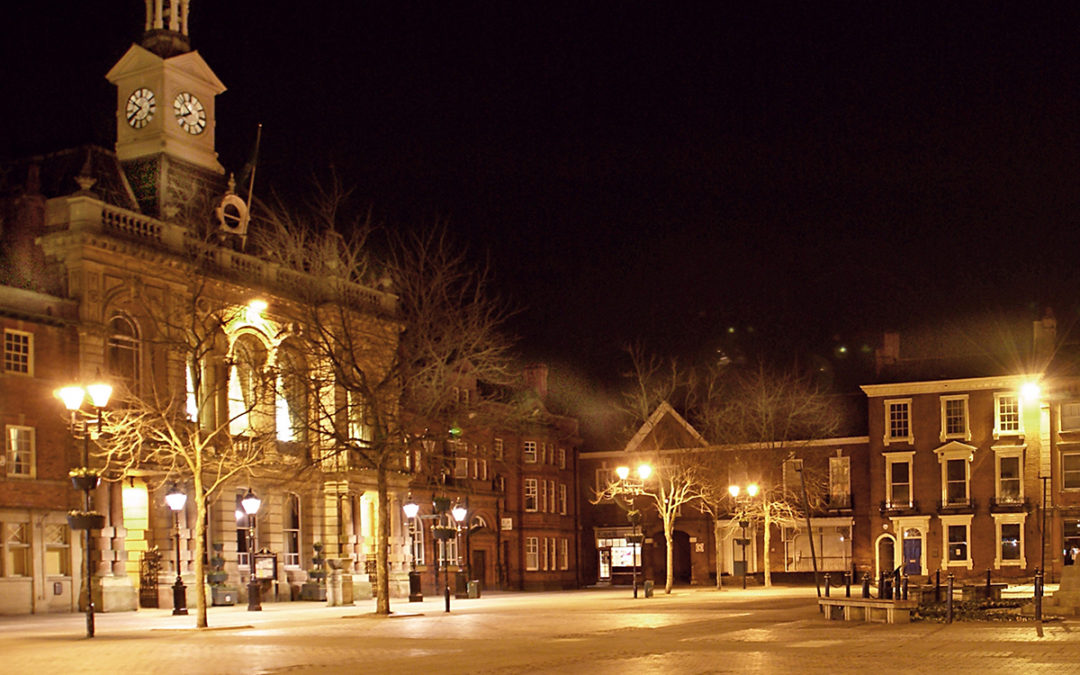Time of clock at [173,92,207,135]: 7:51
